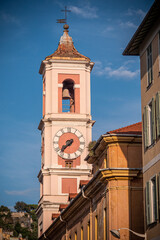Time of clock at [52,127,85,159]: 7:37
